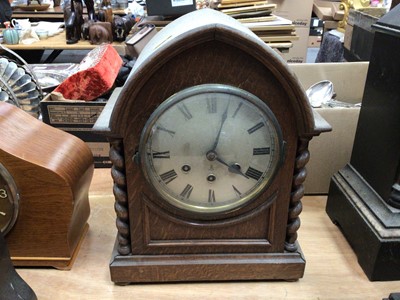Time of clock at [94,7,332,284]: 4:03
